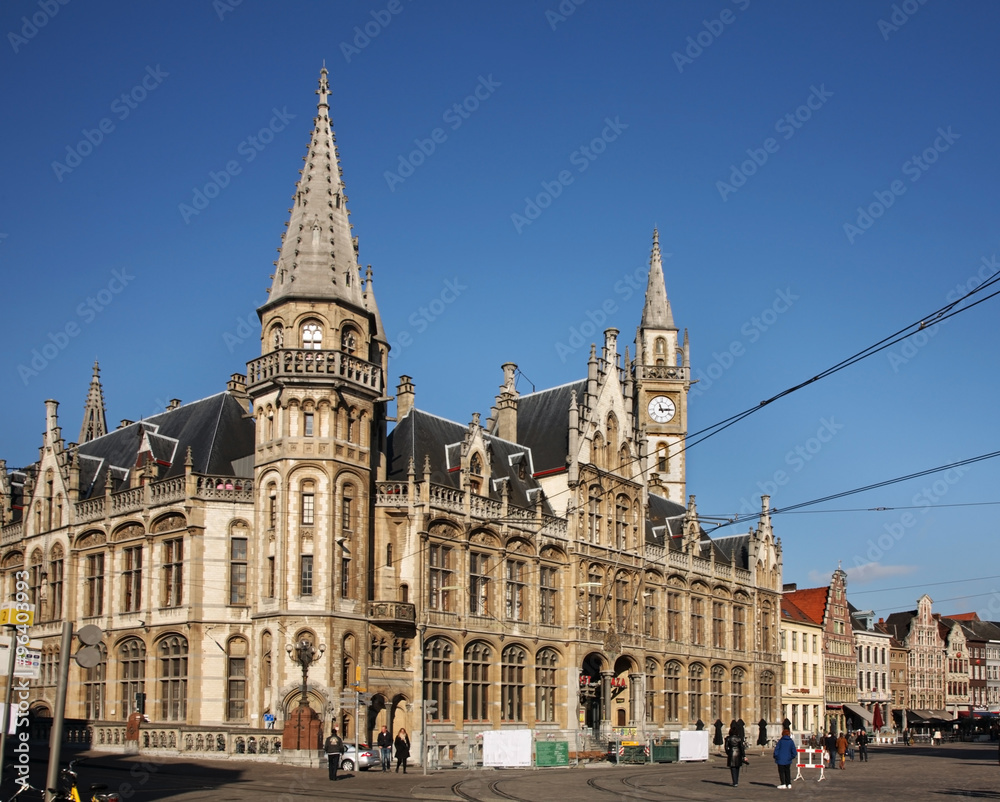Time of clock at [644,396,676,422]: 11:14
